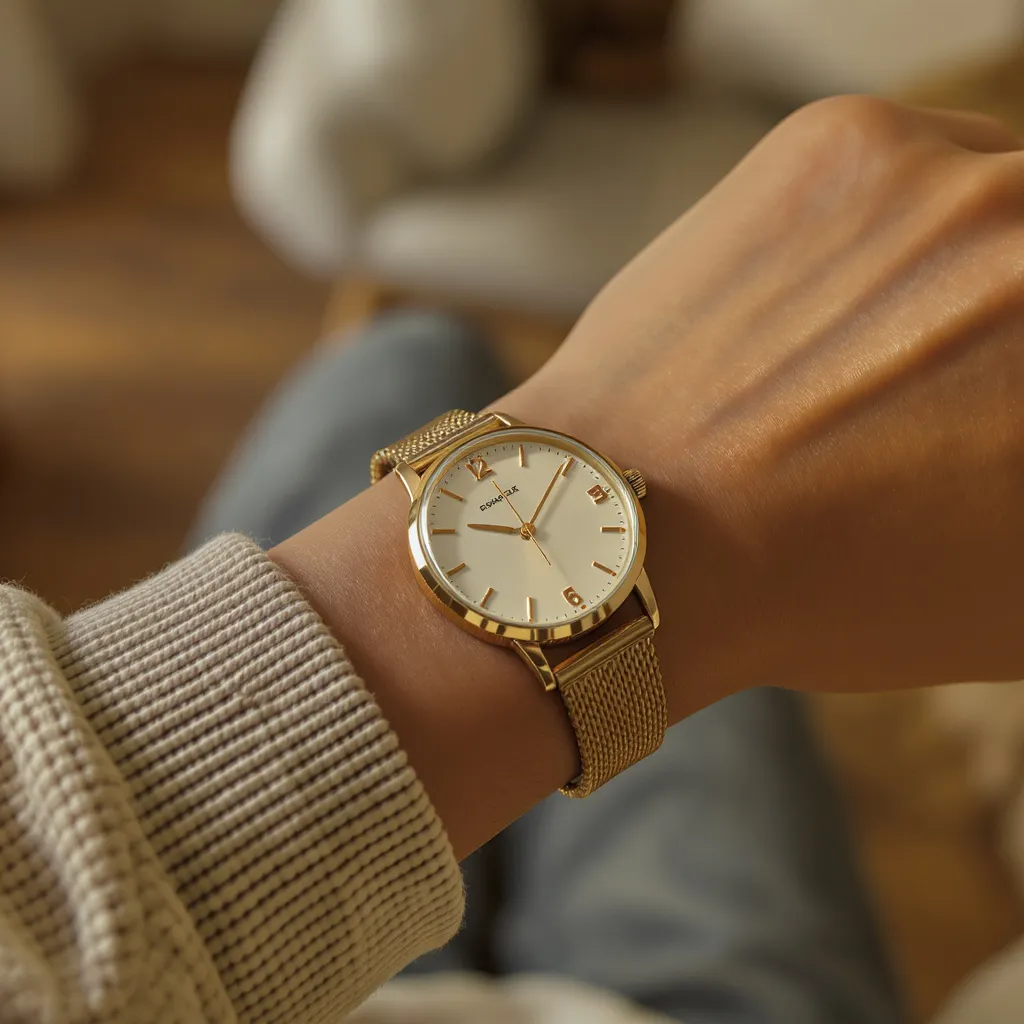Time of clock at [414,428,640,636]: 9:04
